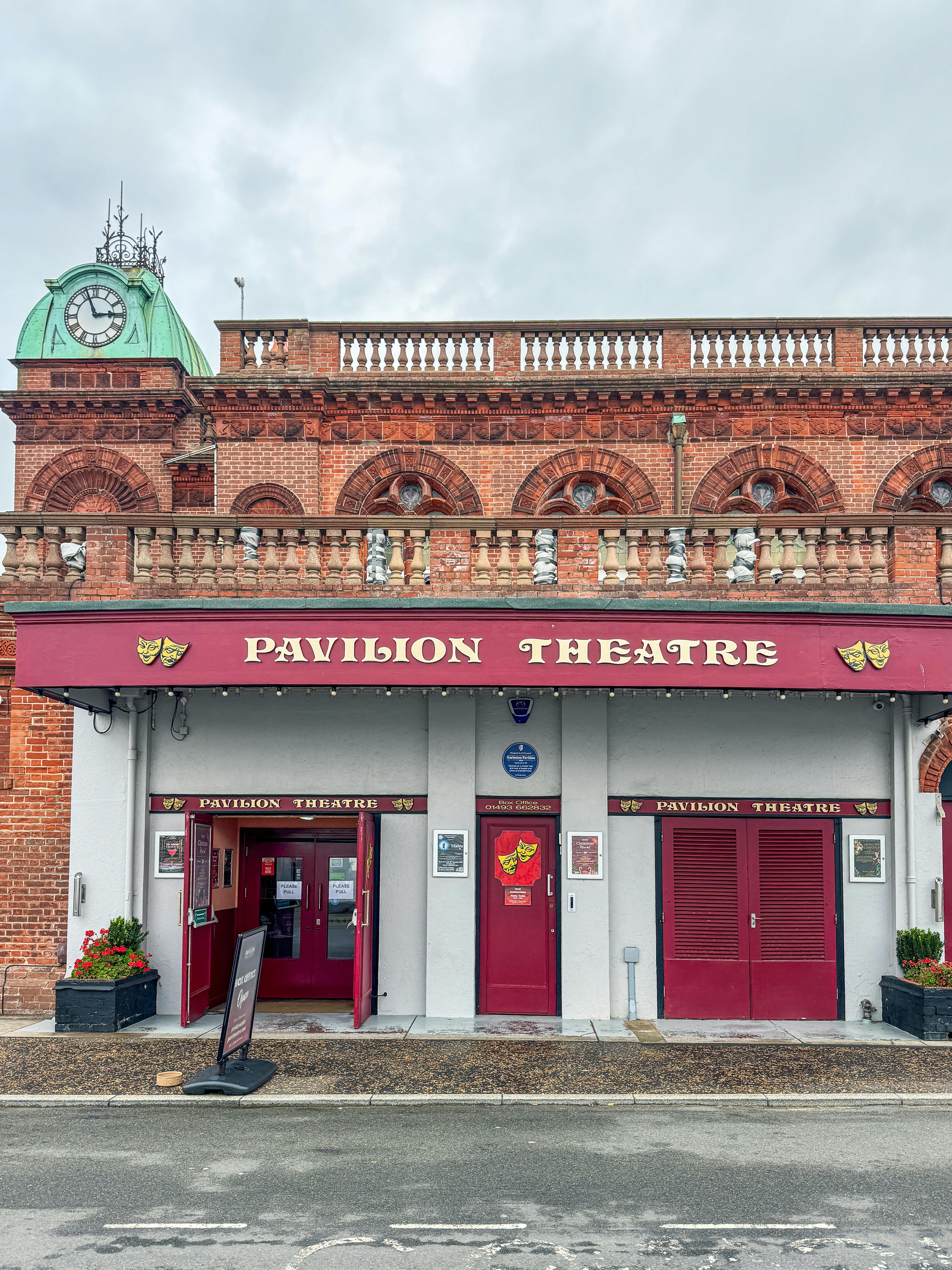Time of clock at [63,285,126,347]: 2:56
